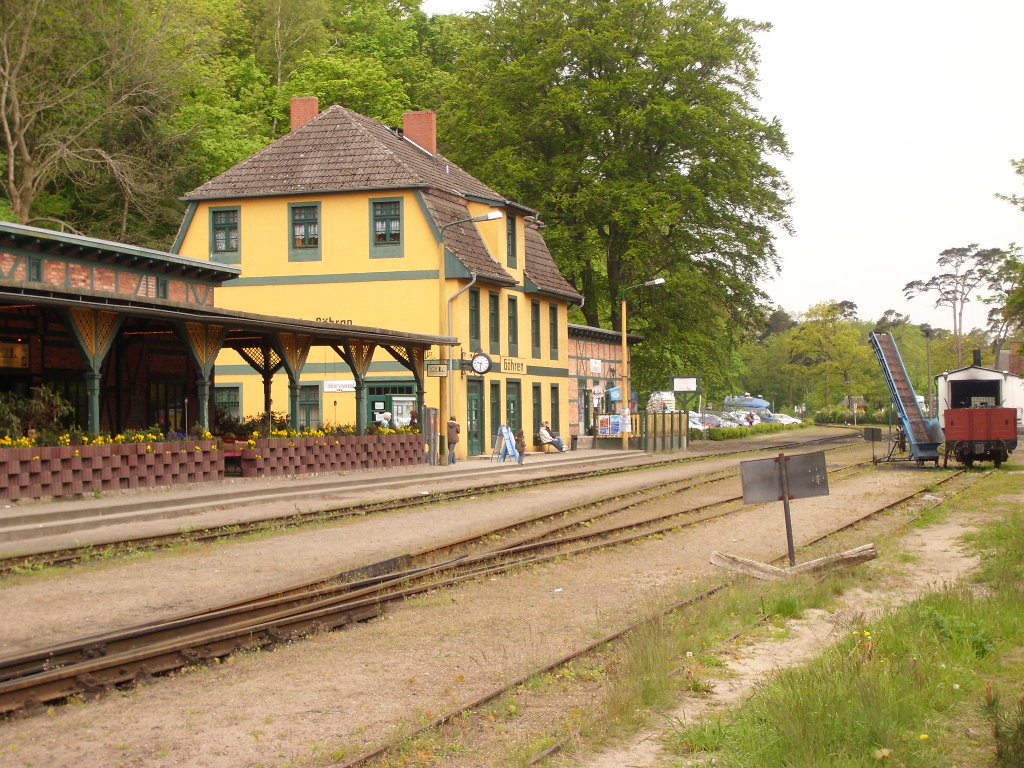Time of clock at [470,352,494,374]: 9:31
